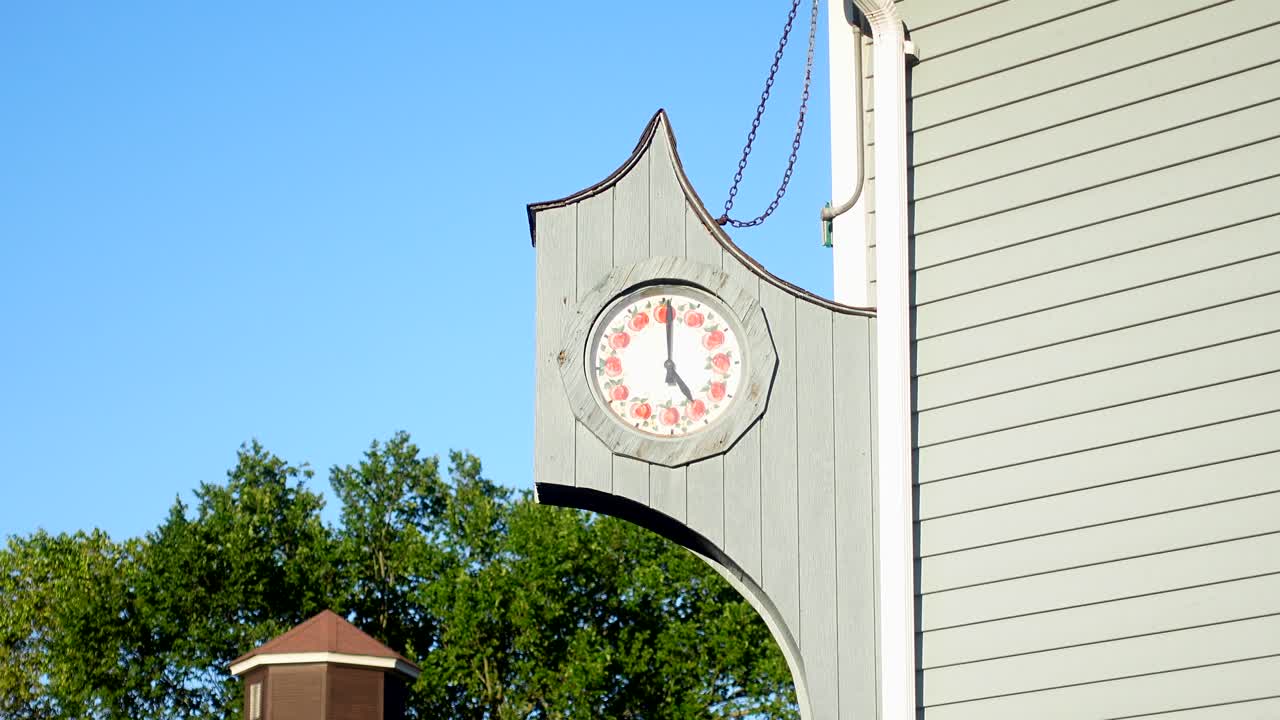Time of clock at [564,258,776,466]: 5:00
